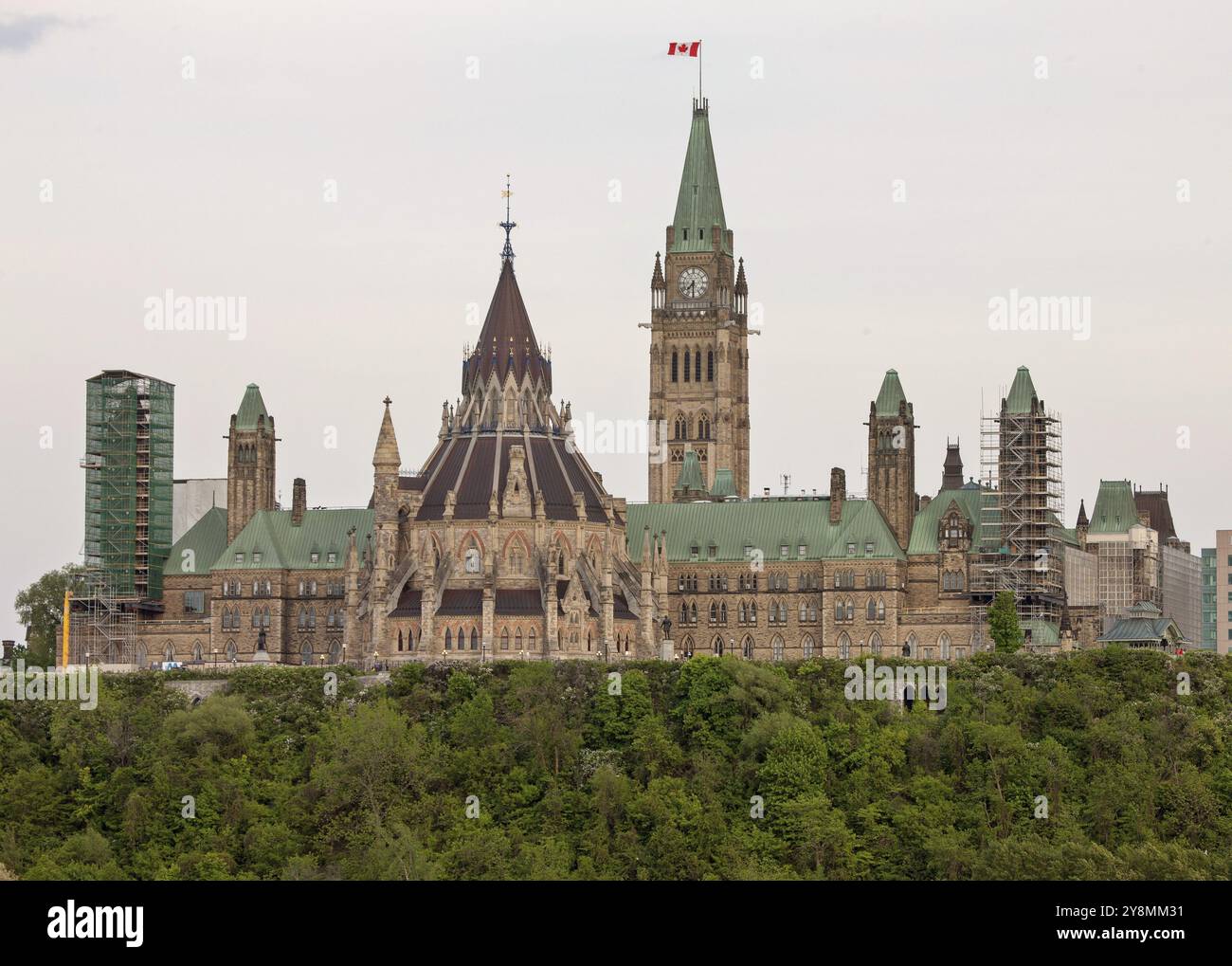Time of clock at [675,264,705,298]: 7:30
